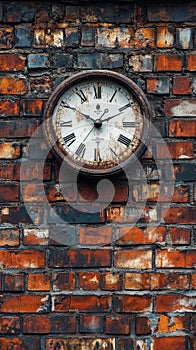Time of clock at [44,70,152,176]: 1:50
